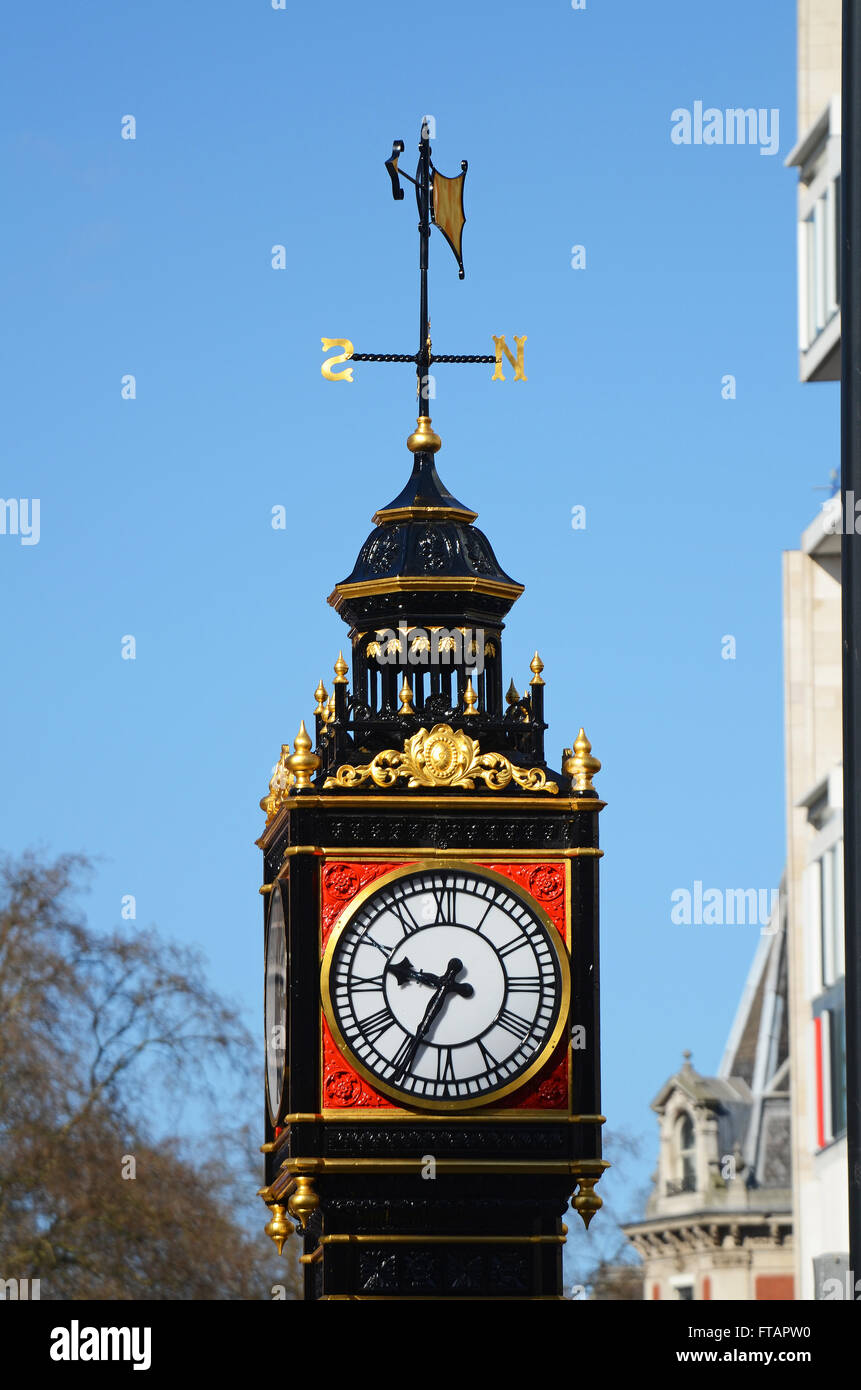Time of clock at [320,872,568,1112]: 9:34
